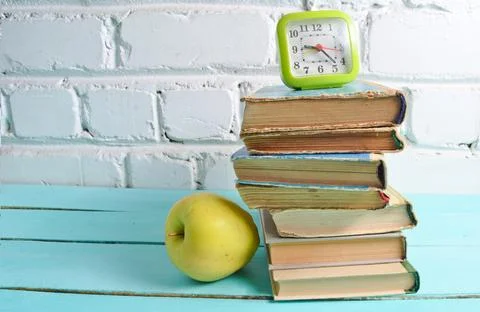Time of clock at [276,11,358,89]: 9:22
